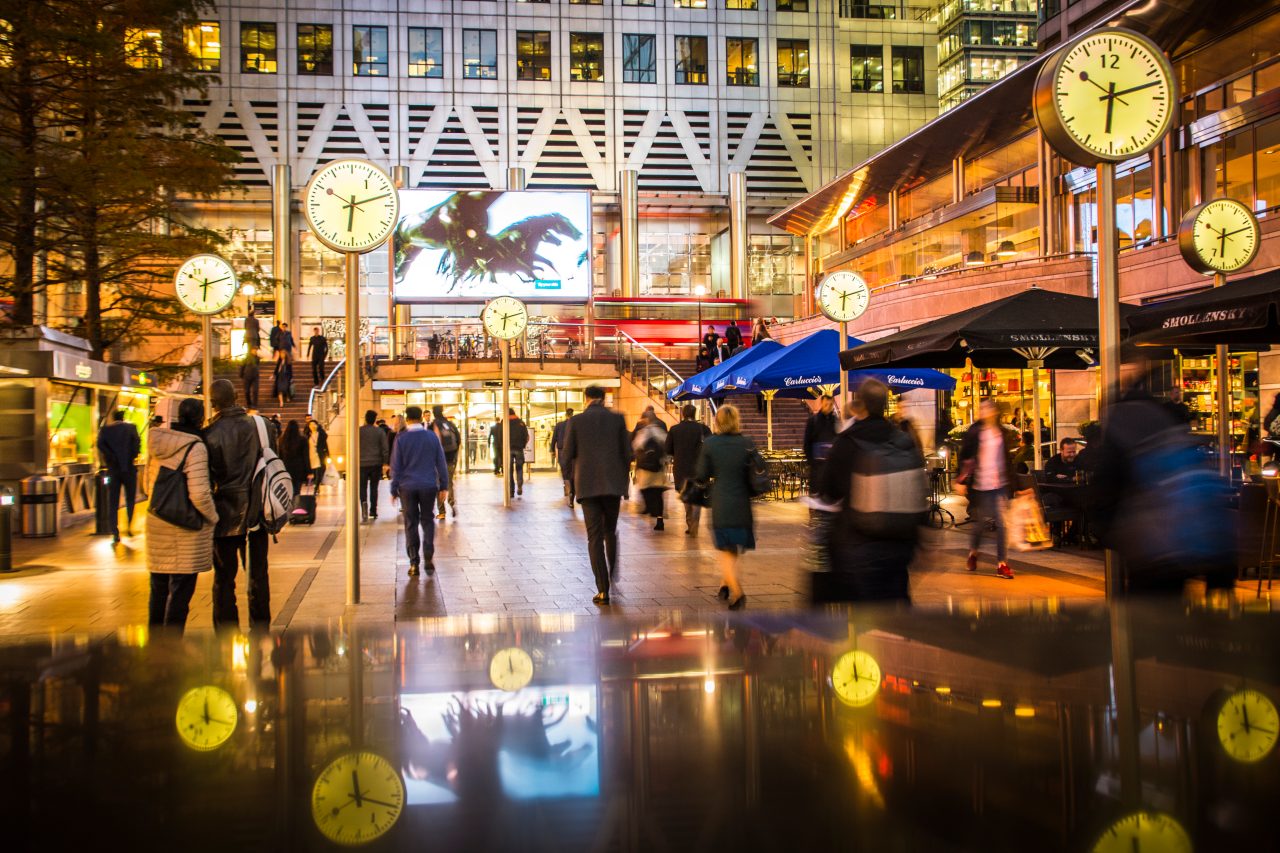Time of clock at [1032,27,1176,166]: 6:12
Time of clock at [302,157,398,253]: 6:12
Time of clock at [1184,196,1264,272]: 6:12
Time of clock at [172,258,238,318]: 6:12
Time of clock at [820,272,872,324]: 6:12
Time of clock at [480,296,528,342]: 6:12
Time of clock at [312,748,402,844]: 11:40
